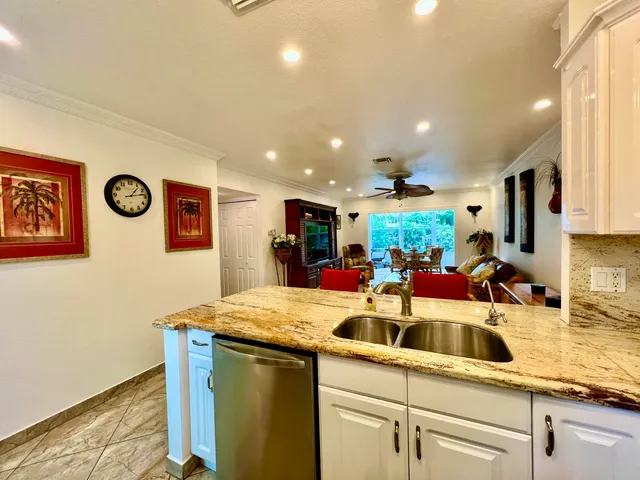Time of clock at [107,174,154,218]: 1:13
